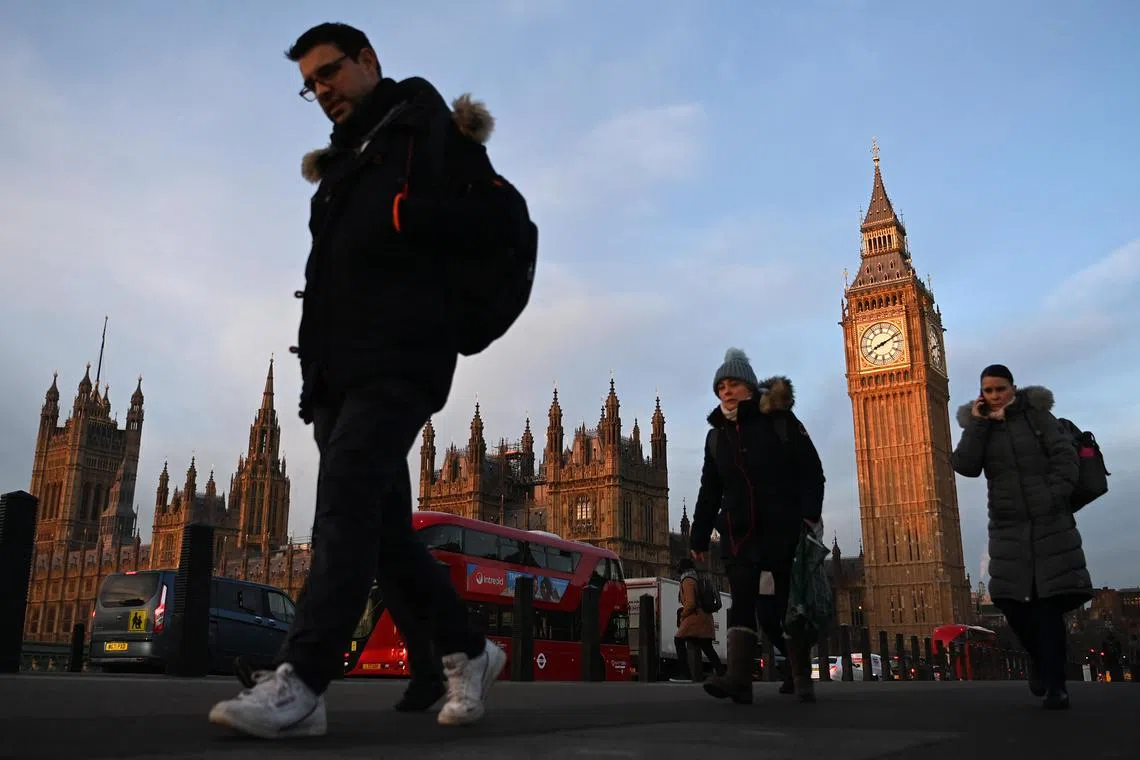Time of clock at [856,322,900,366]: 8:11
